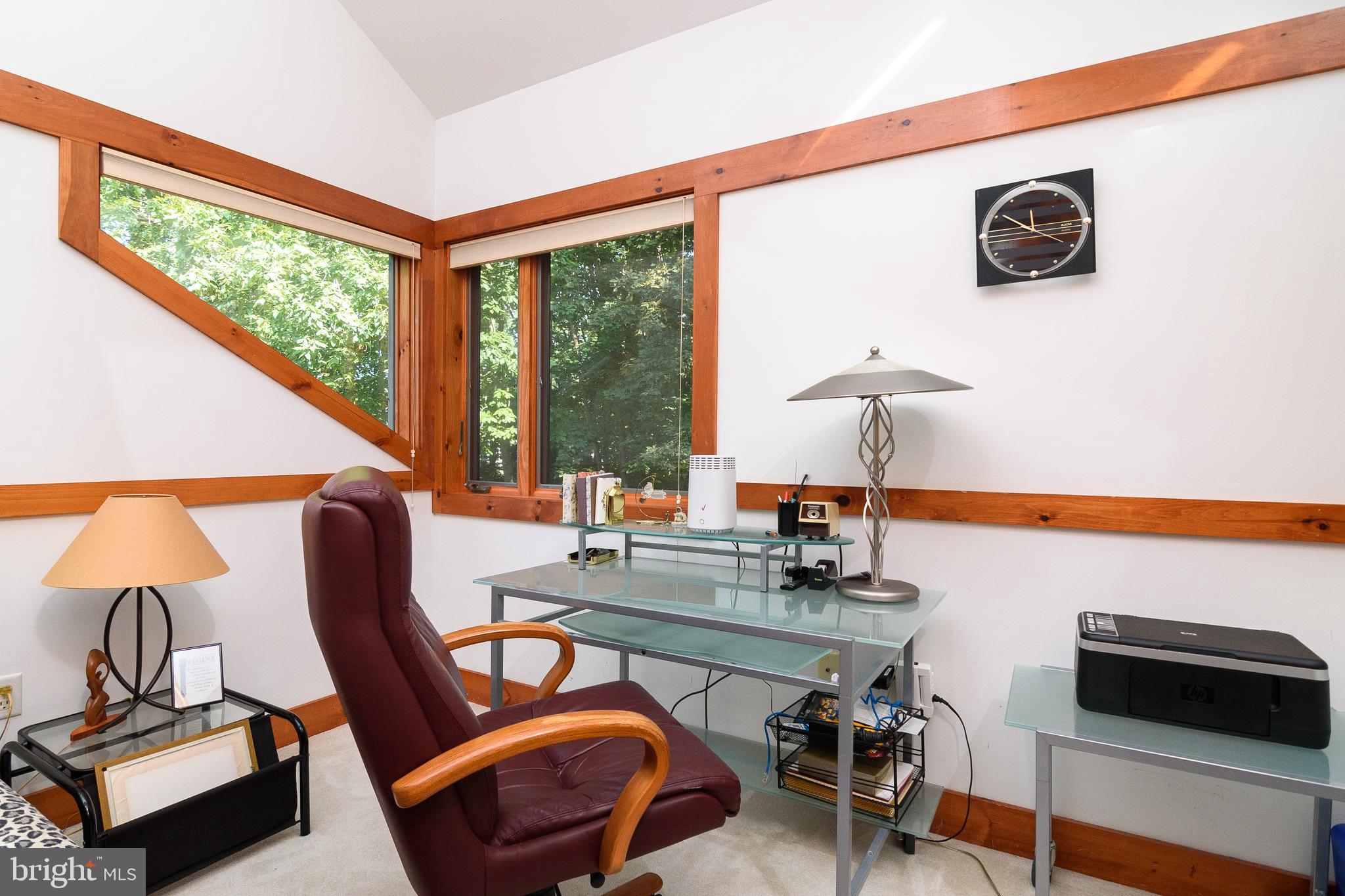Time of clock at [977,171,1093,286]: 10:20
